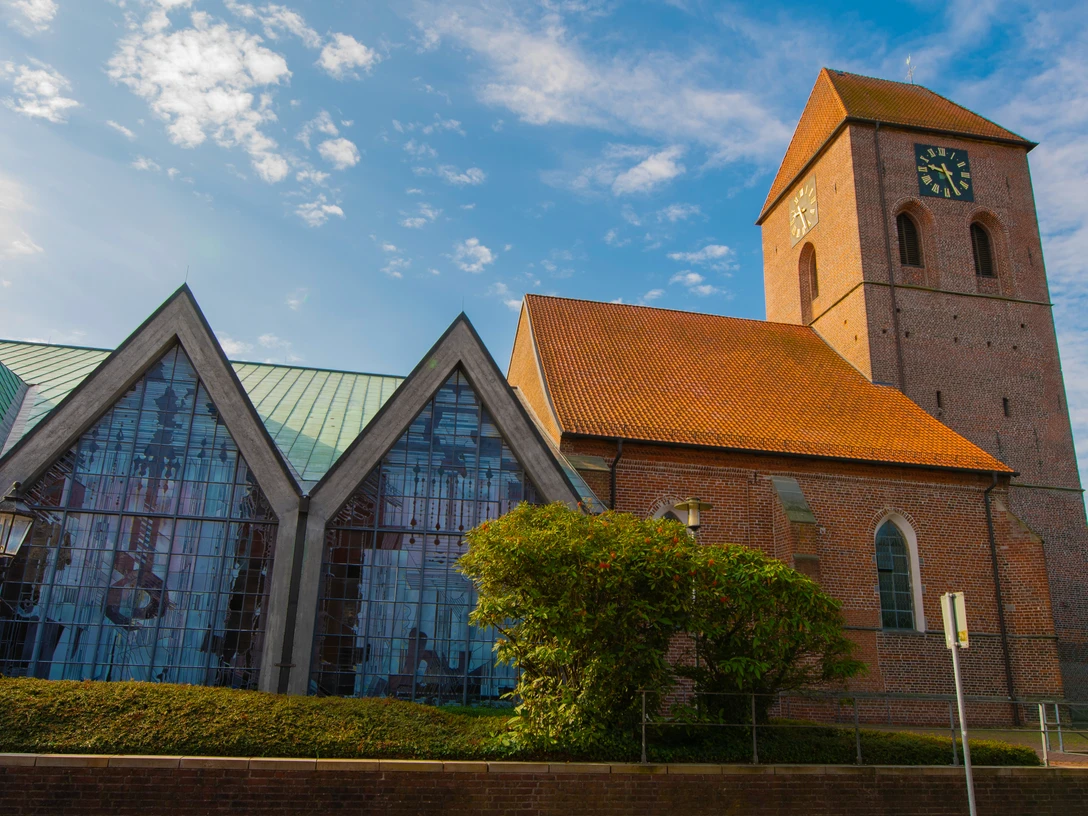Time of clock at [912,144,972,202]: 9:26
